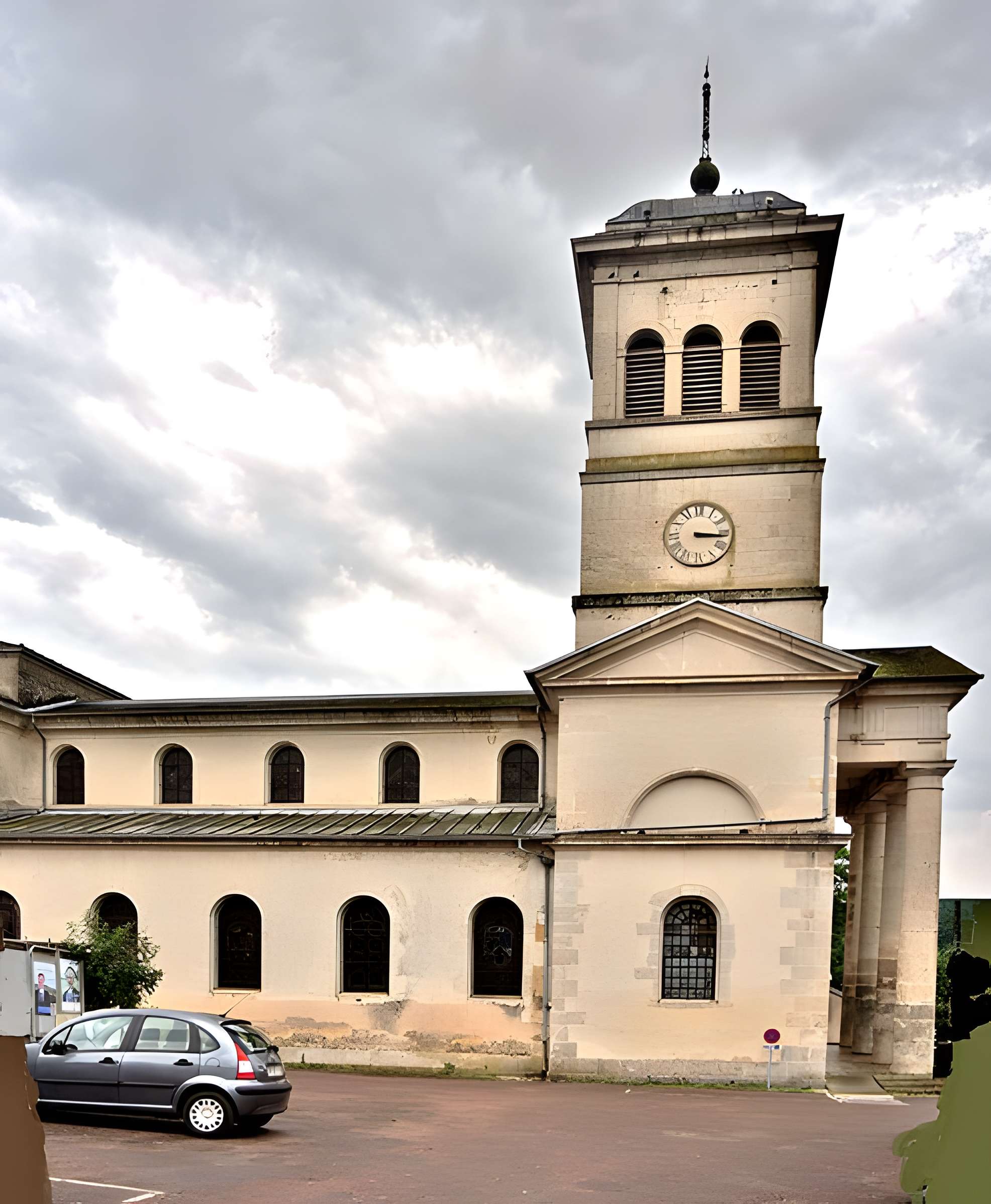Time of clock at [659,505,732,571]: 3:16
